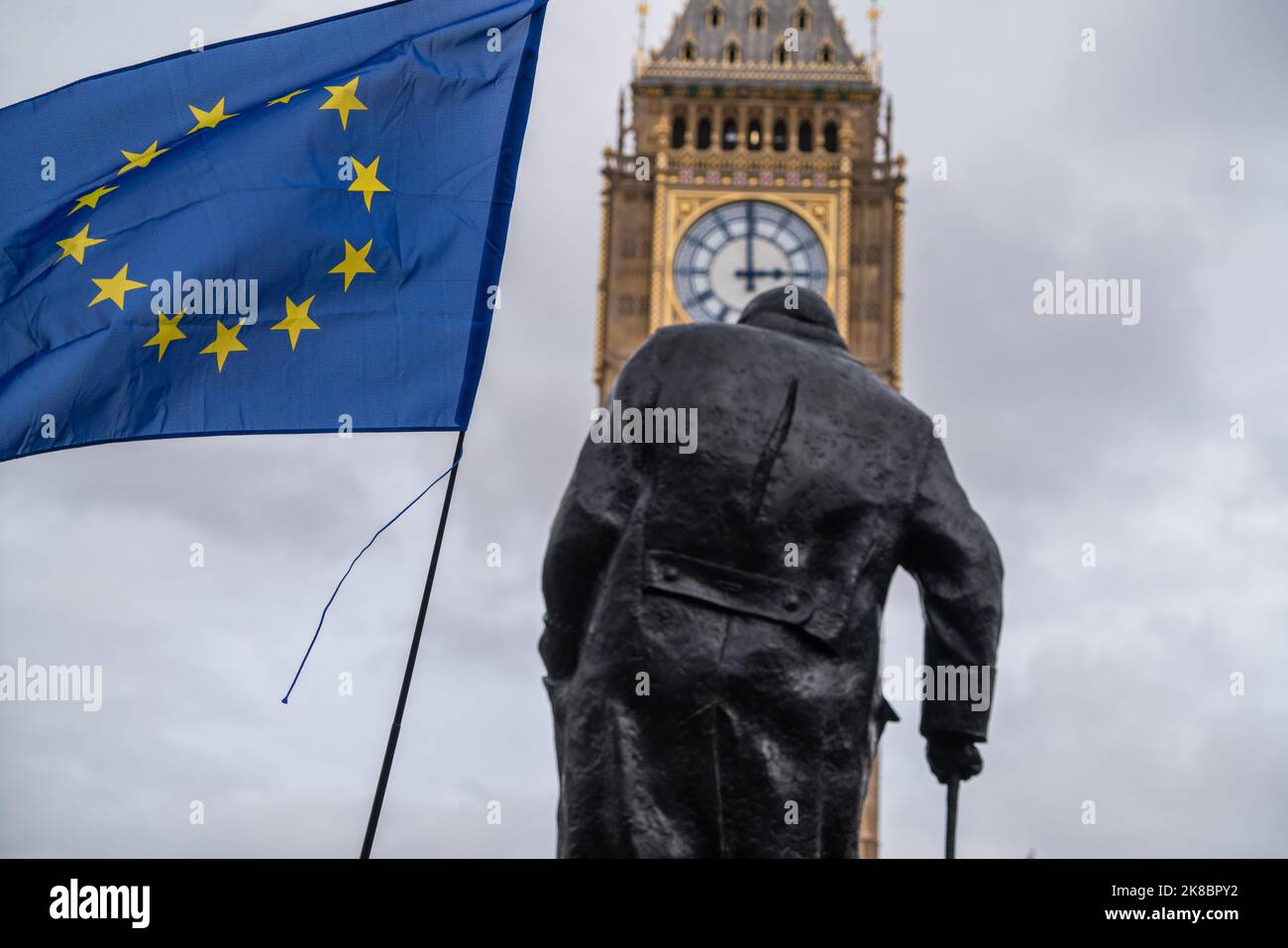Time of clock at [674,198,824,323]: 2:59
